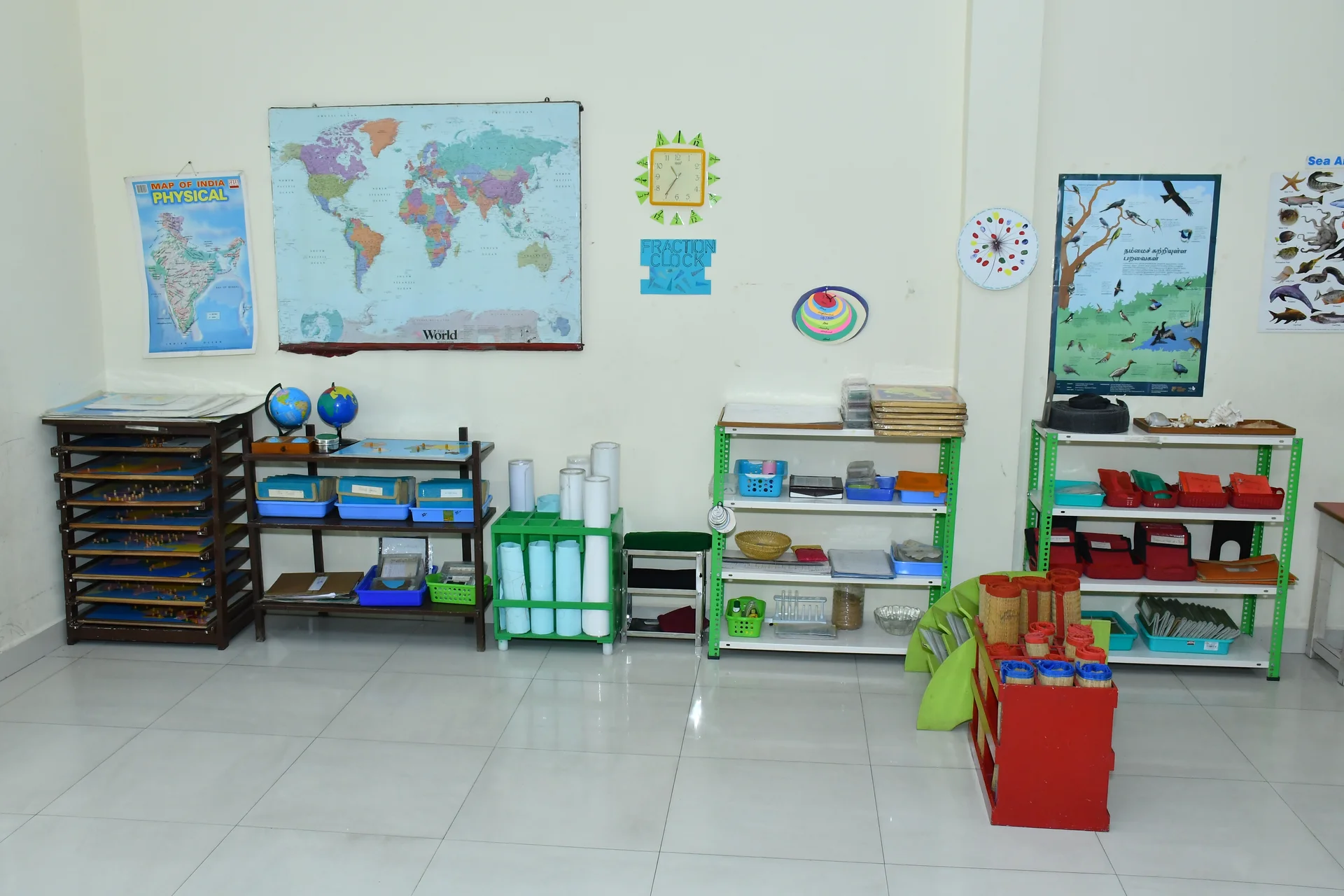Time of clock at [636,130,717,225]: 10:35
